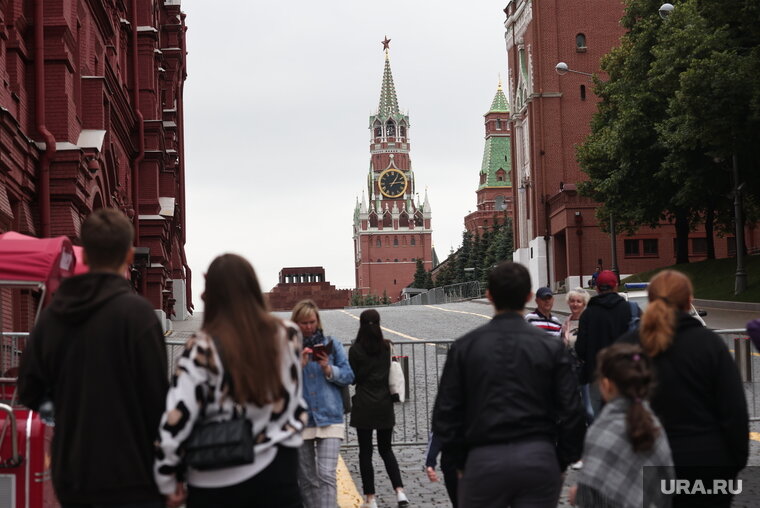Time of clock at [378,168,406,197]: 1:13
